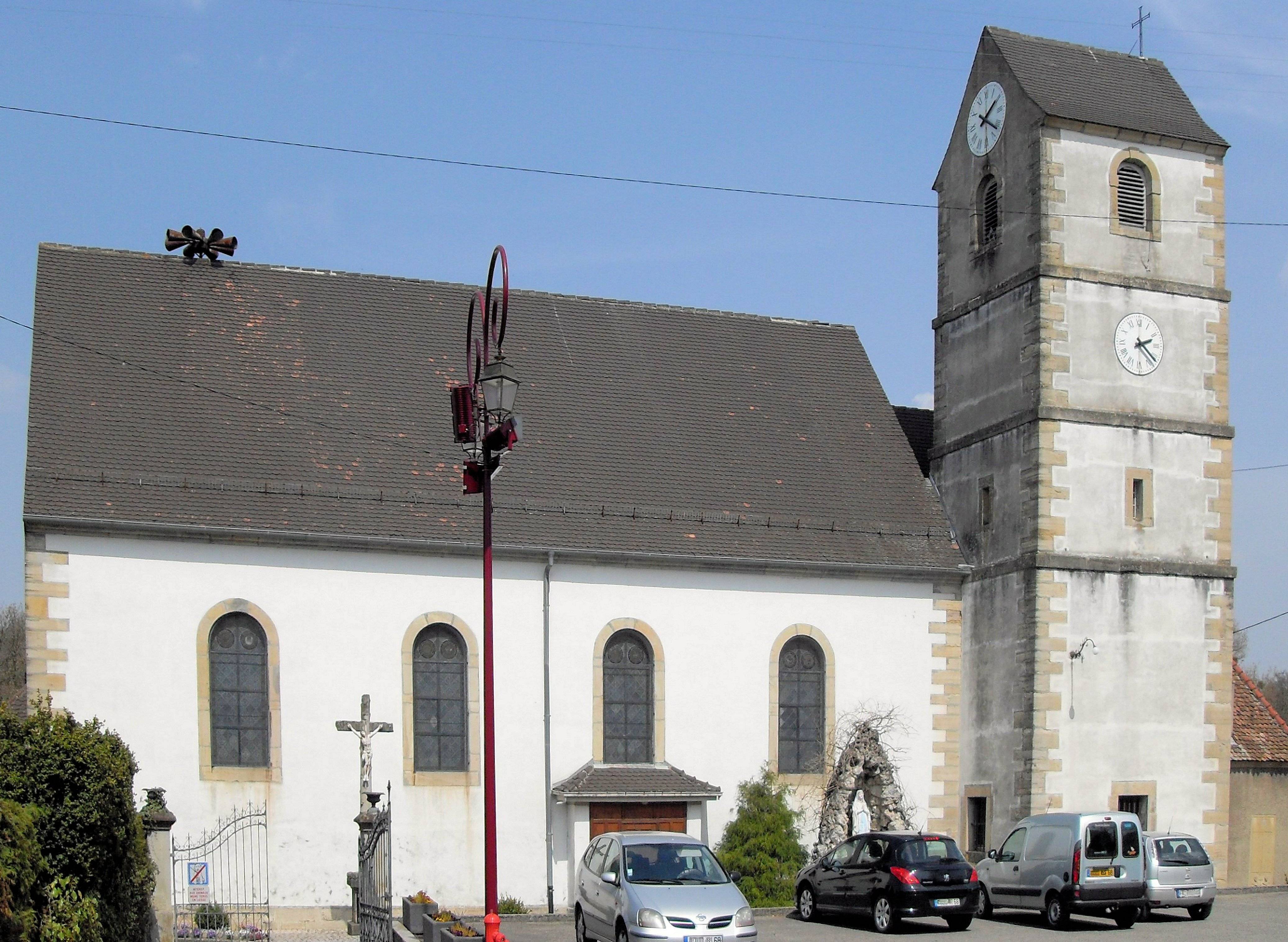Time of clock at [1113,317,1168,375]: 2:21
